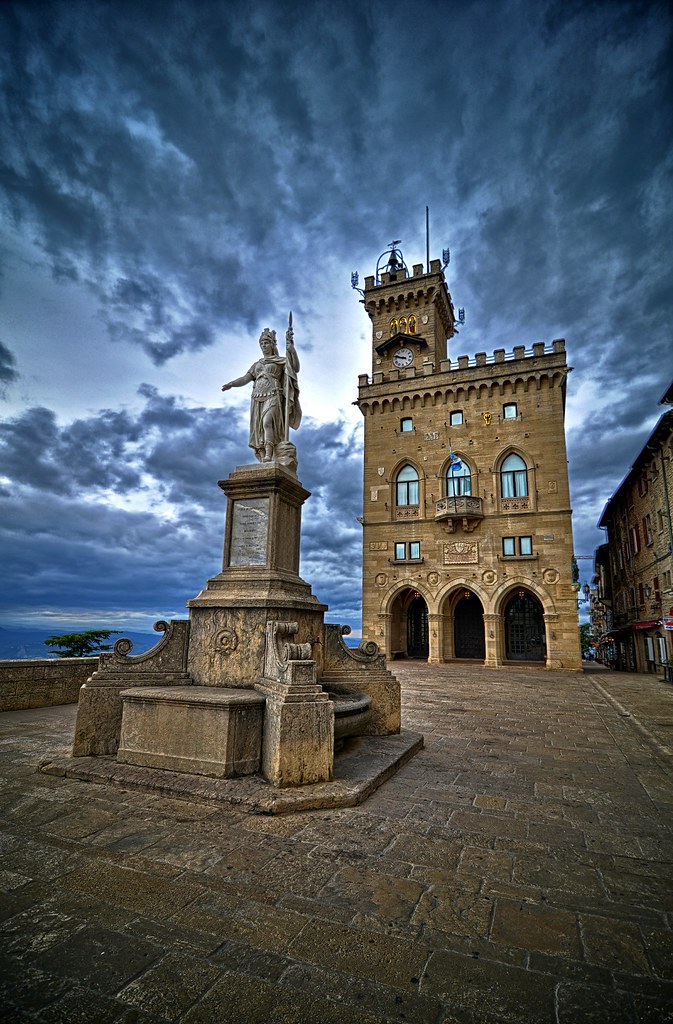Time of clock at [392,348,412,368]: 9:48
